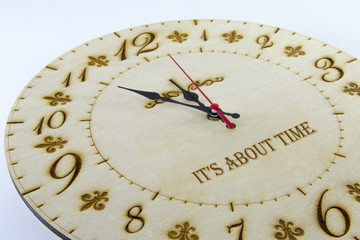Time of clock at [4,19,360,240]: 10:50
